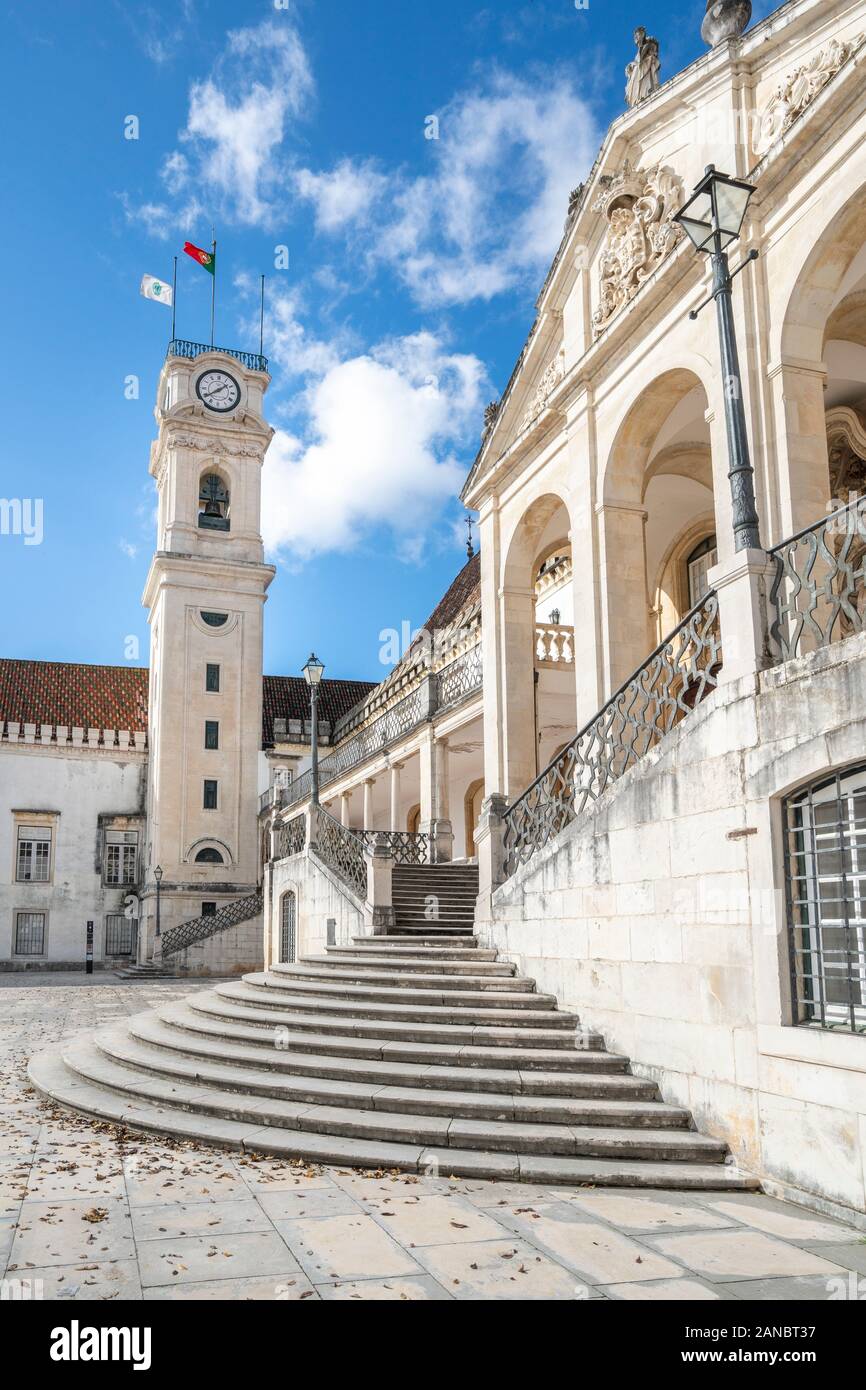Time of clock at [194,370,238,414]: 1:39
